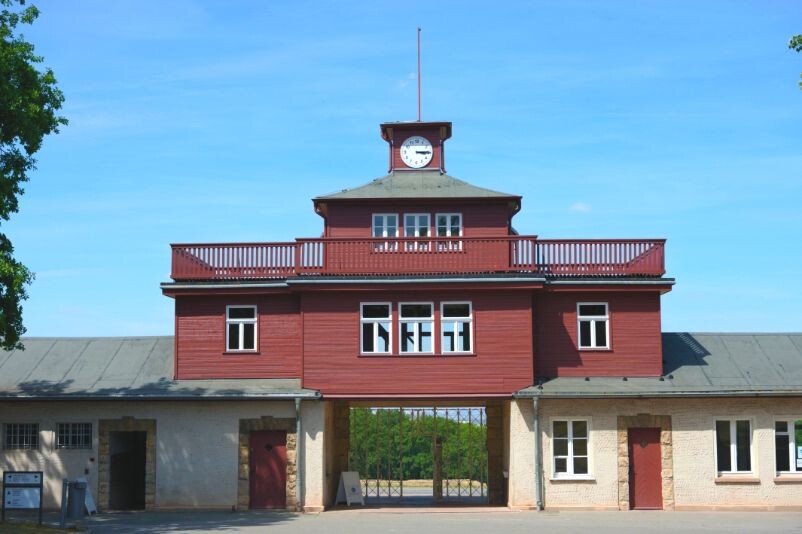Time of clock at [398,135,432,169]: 3:14
